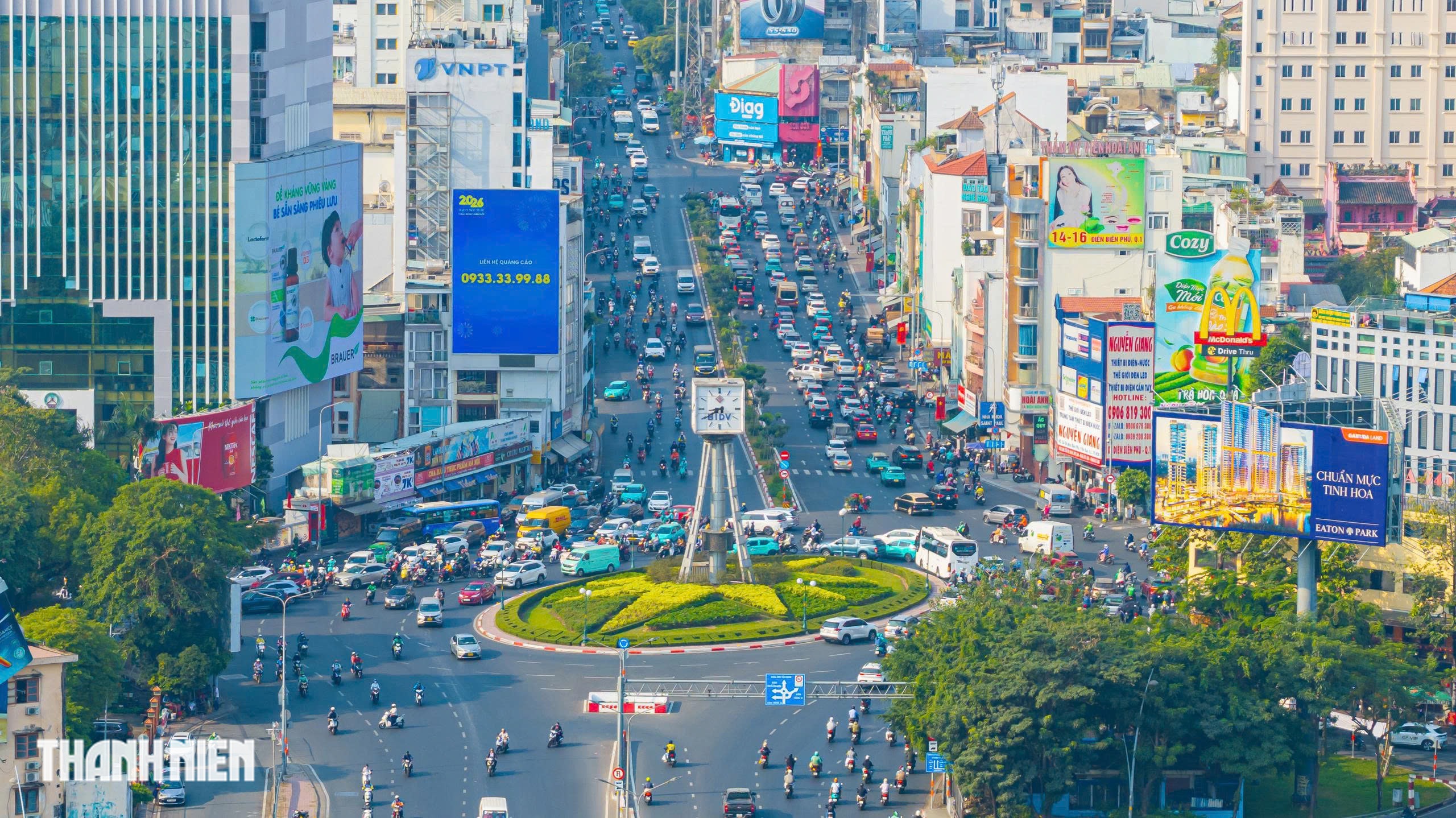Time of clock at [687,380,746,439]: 8:39
